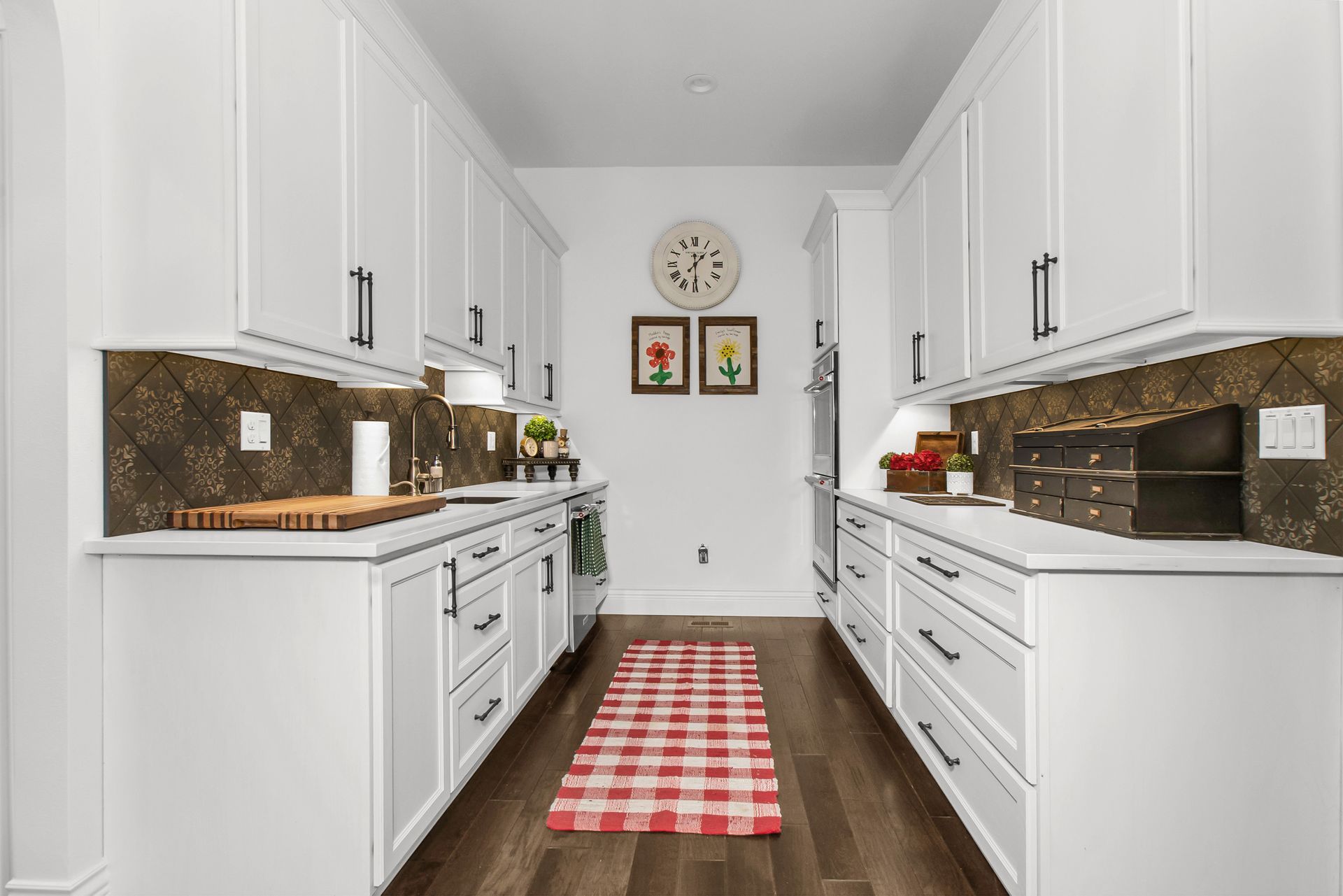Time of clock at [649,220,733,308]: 1:29
